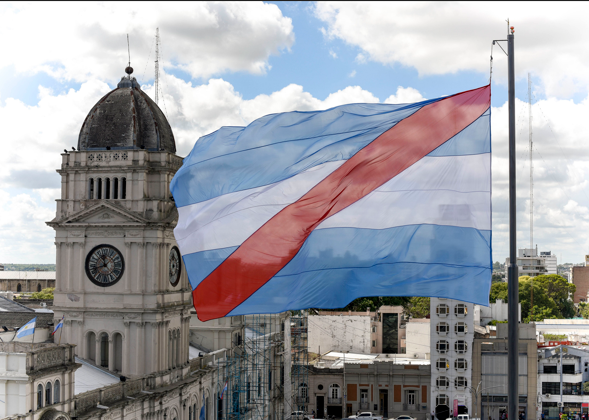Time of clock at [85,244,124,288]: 11:42
